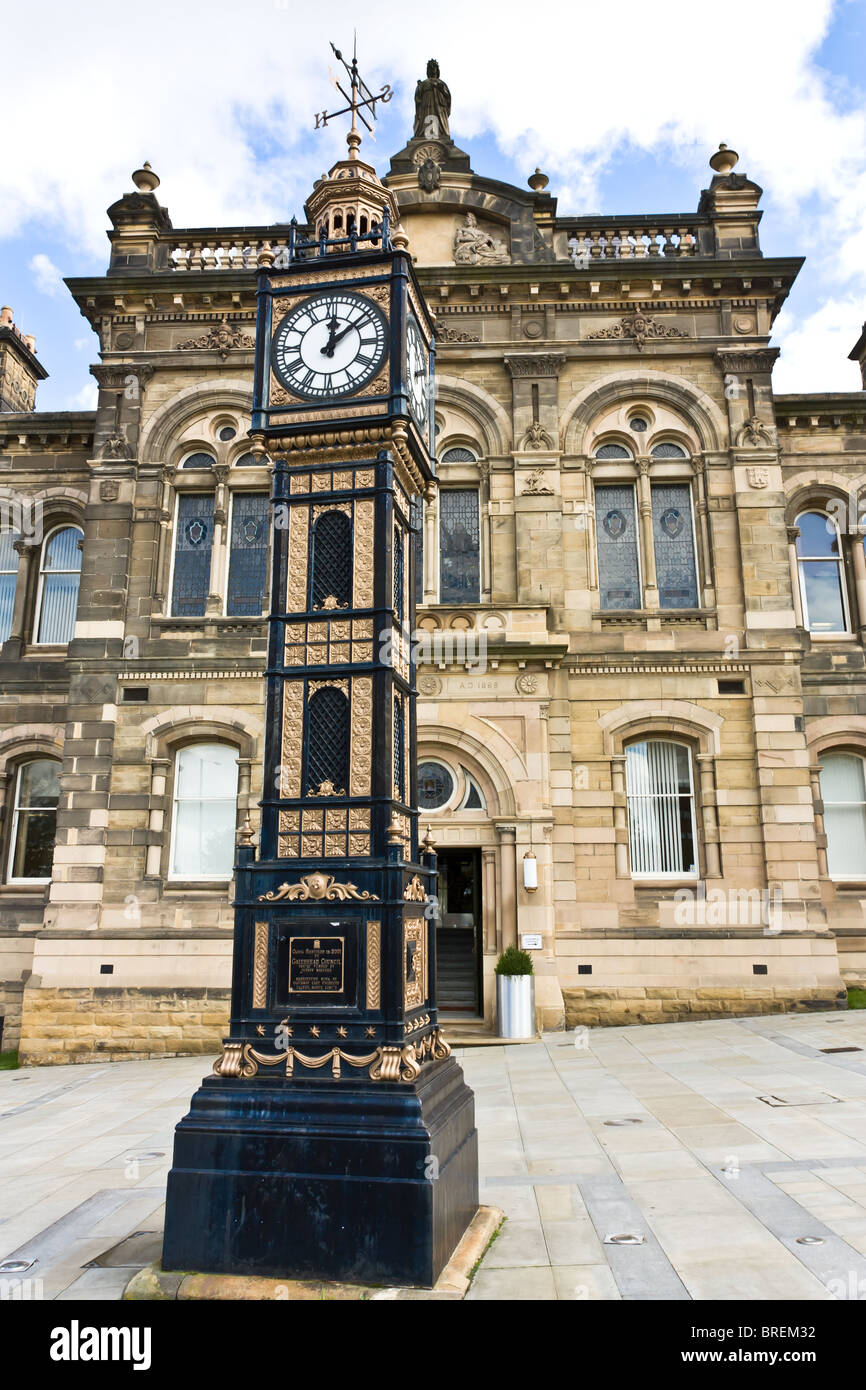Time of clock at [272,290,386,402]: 12:08
